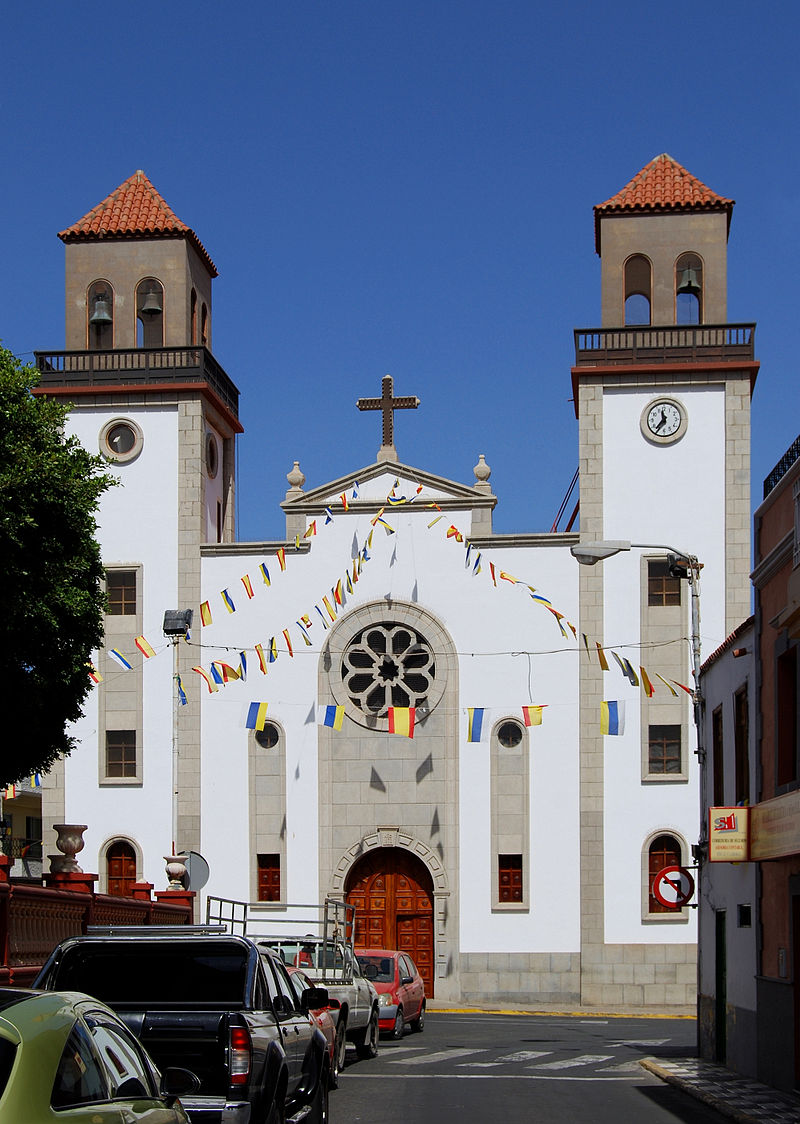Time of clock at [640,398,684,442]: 11:36
